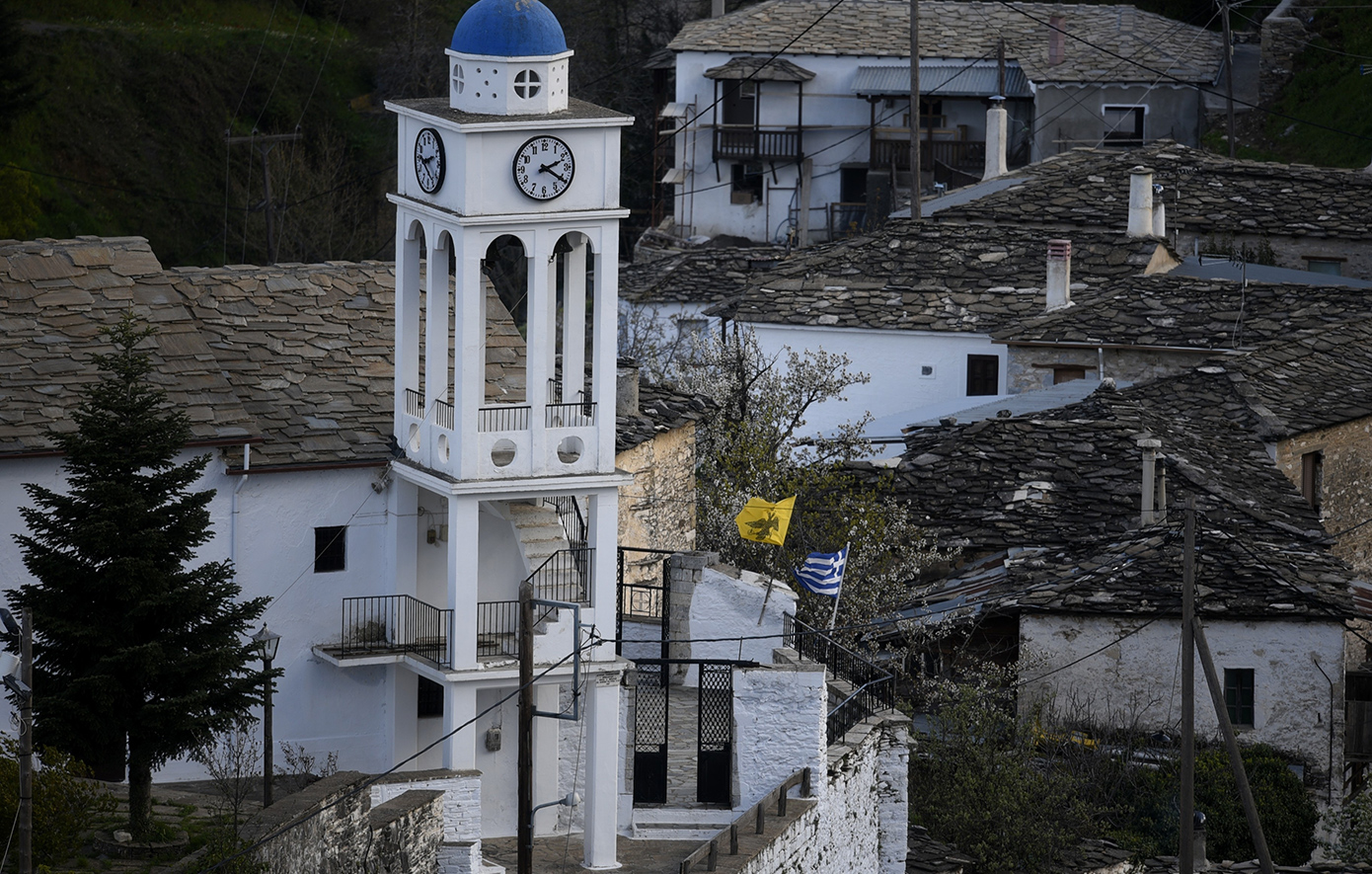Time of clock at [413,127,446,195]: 2:23
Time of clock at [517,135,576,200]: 2:20
